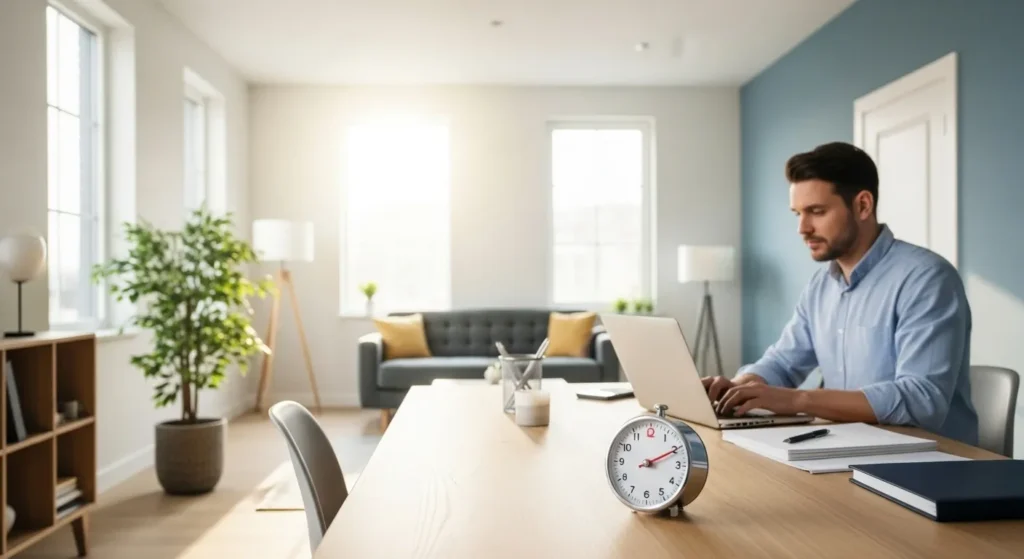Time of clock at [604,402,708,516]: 2:10
